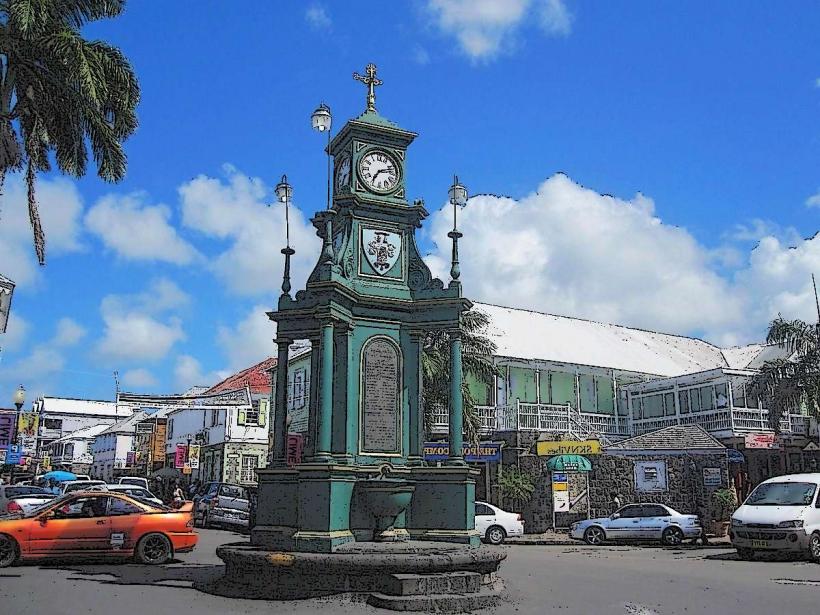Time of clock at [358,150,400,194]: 7:12
